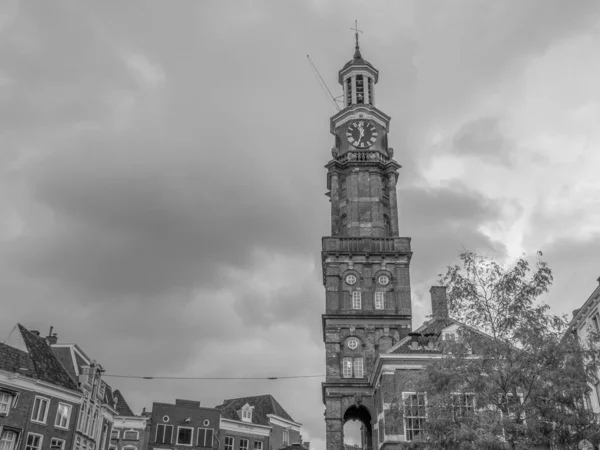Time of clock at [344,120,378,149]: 11:32
